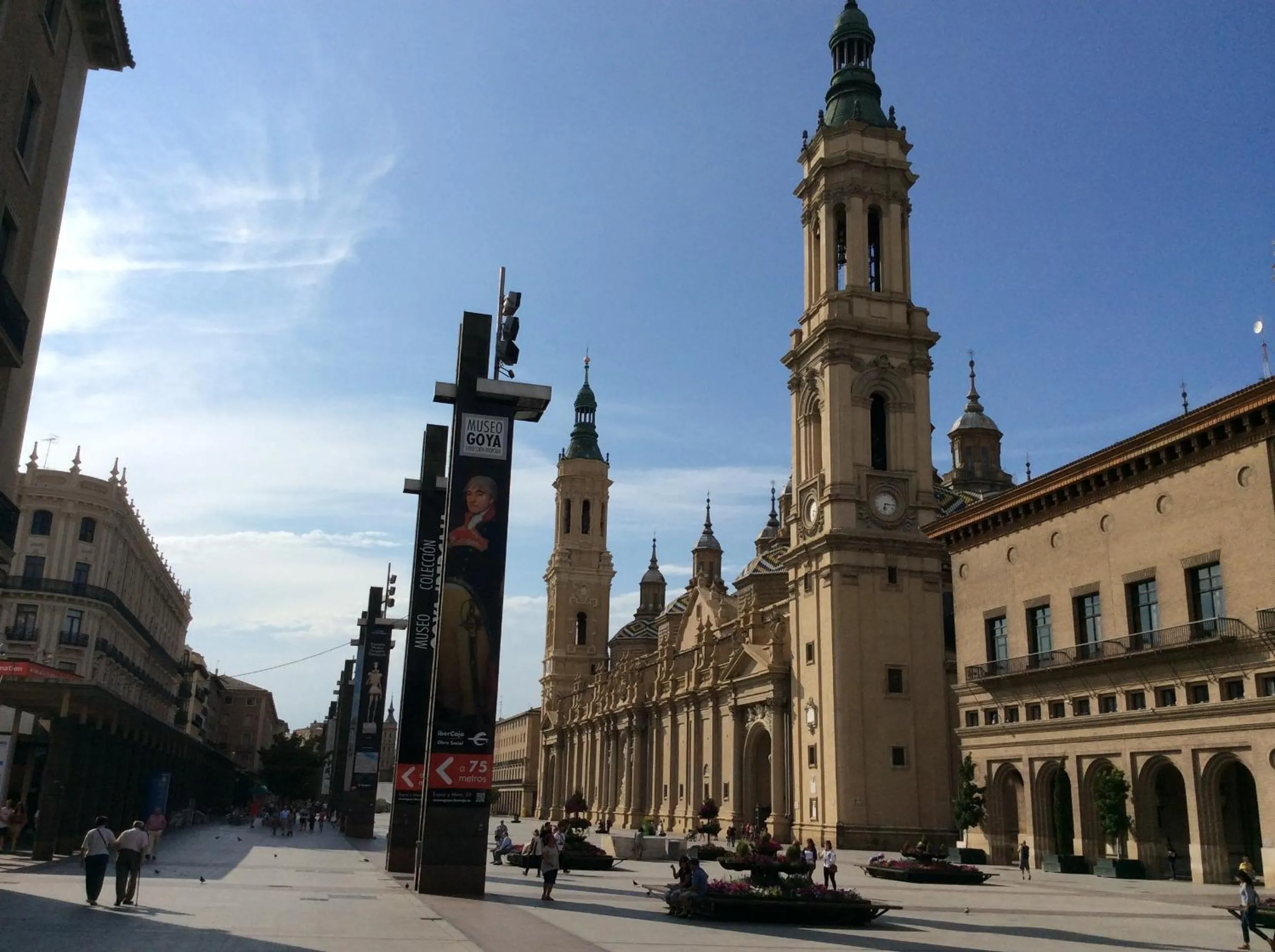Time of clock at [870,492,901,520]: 6:15
